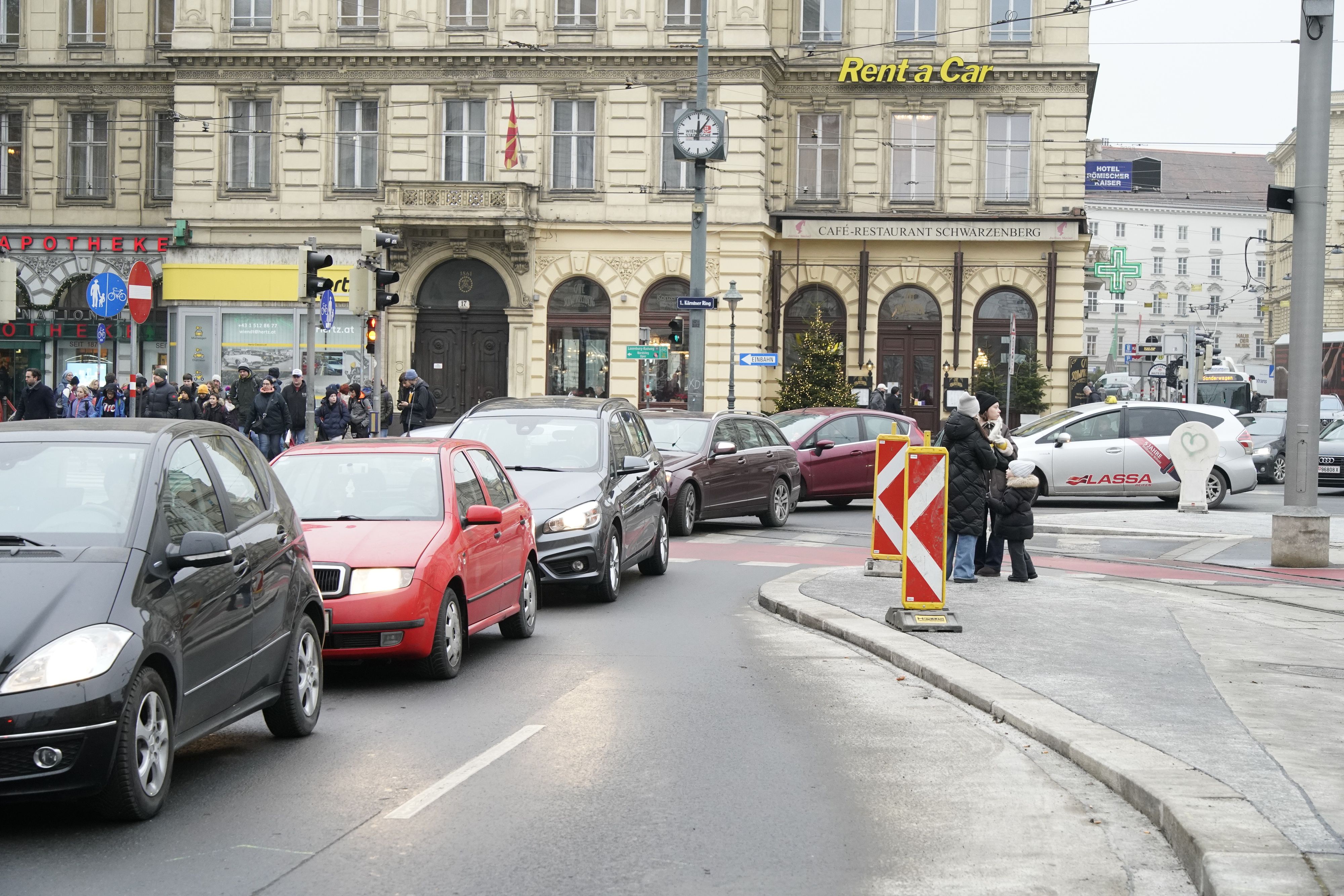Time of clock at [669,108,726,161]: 12:06
